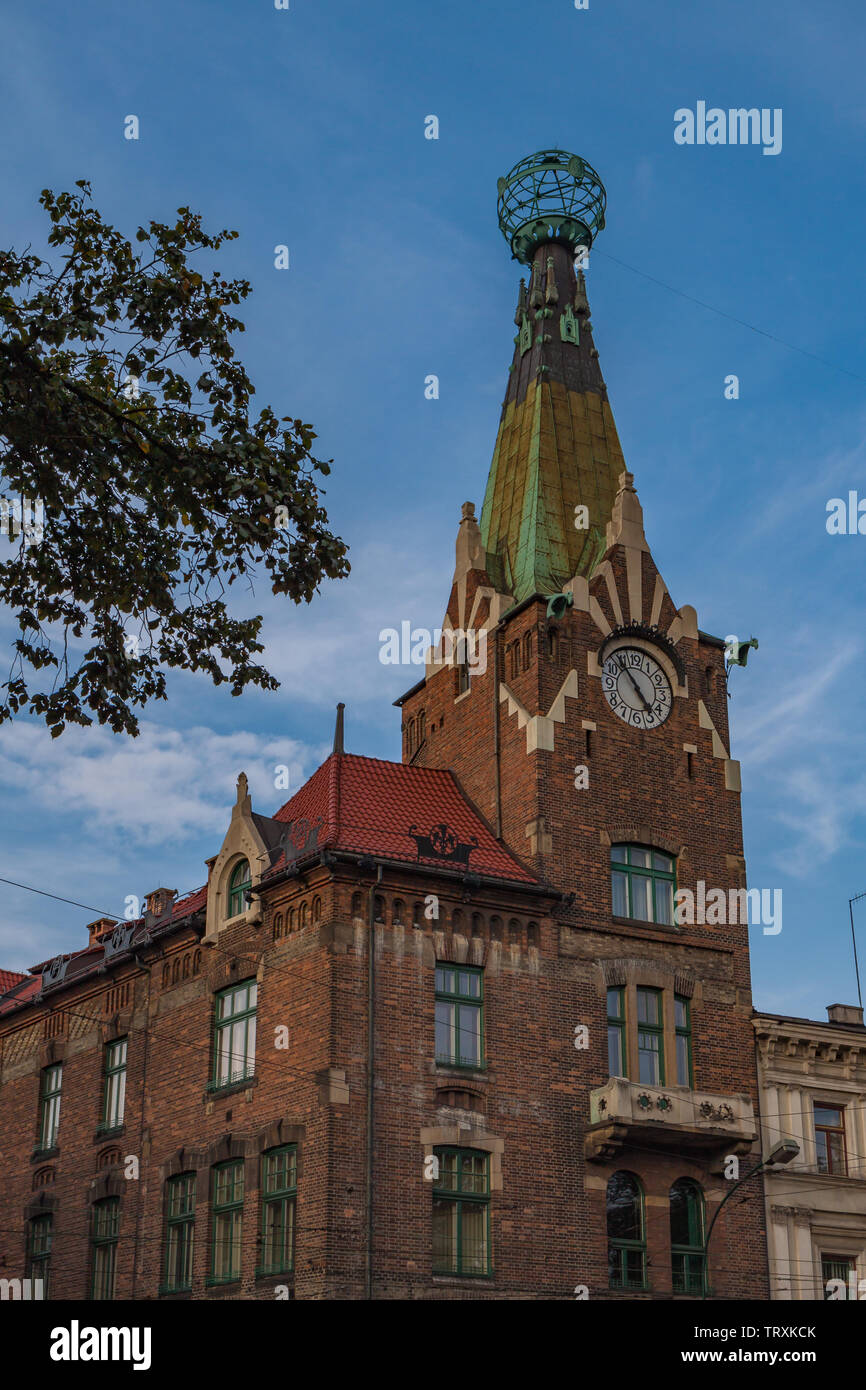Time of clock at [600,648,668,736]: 4:53
